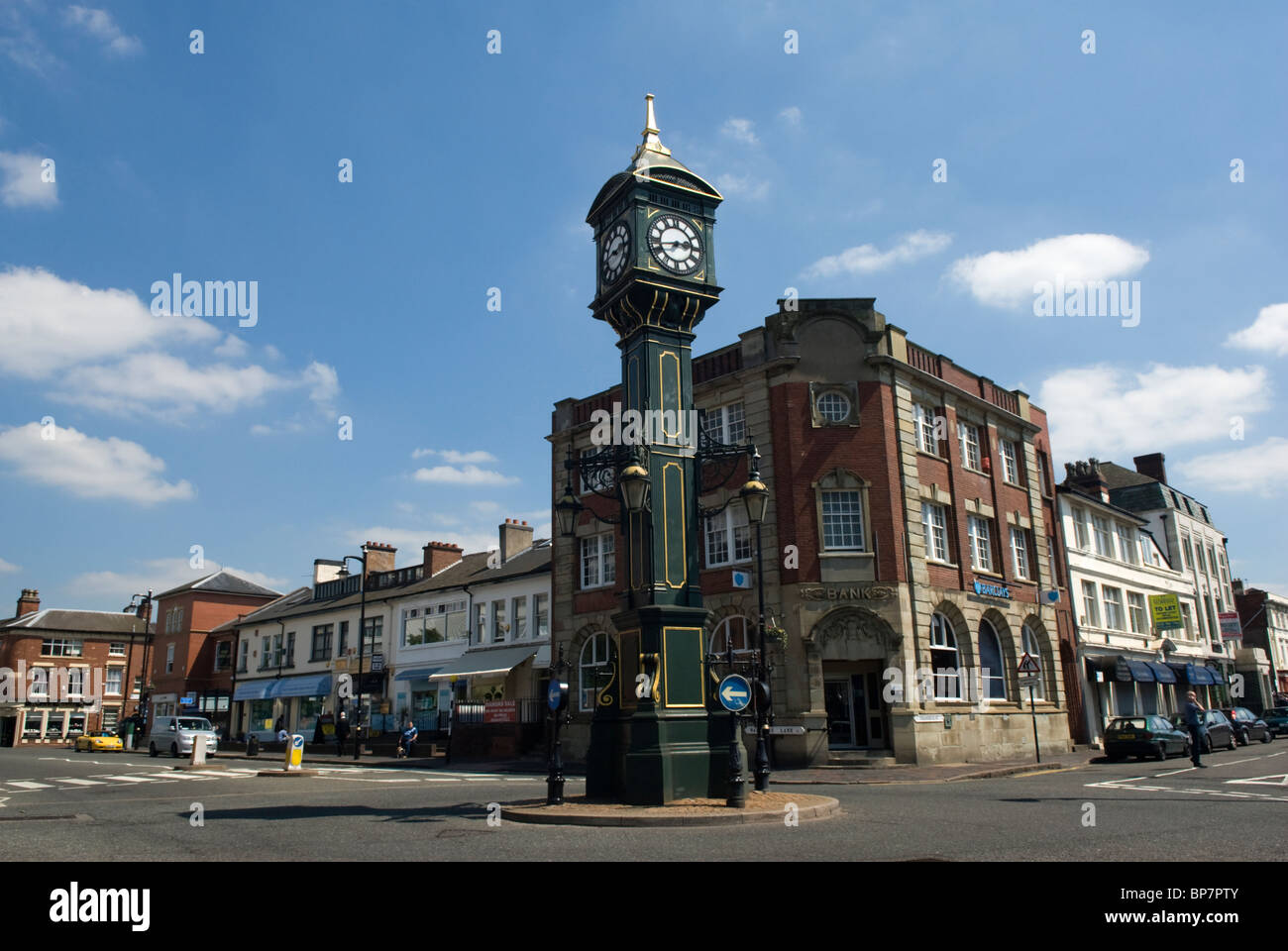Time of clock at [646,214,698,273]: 2:42
